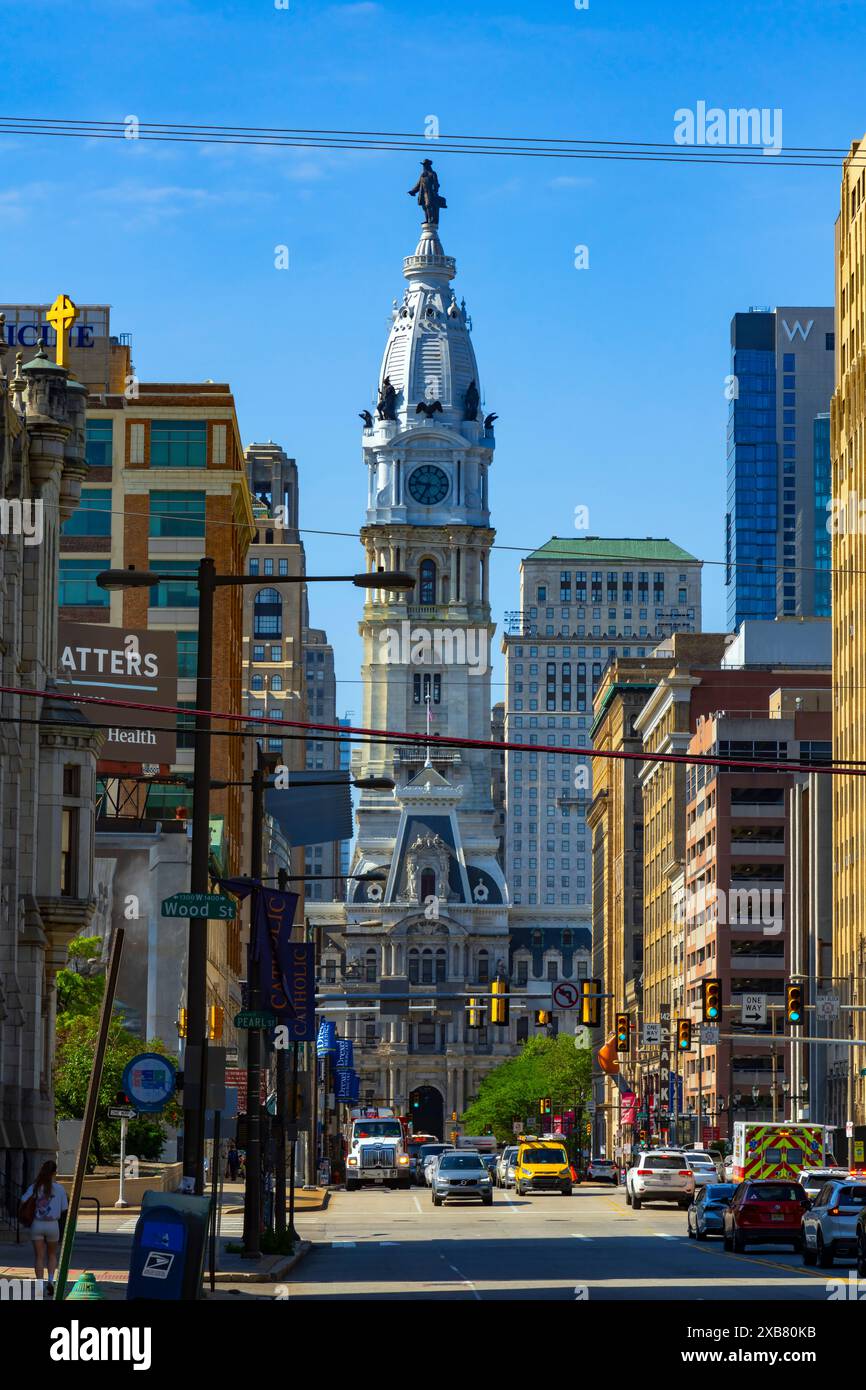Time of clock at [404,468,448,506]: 9:34
